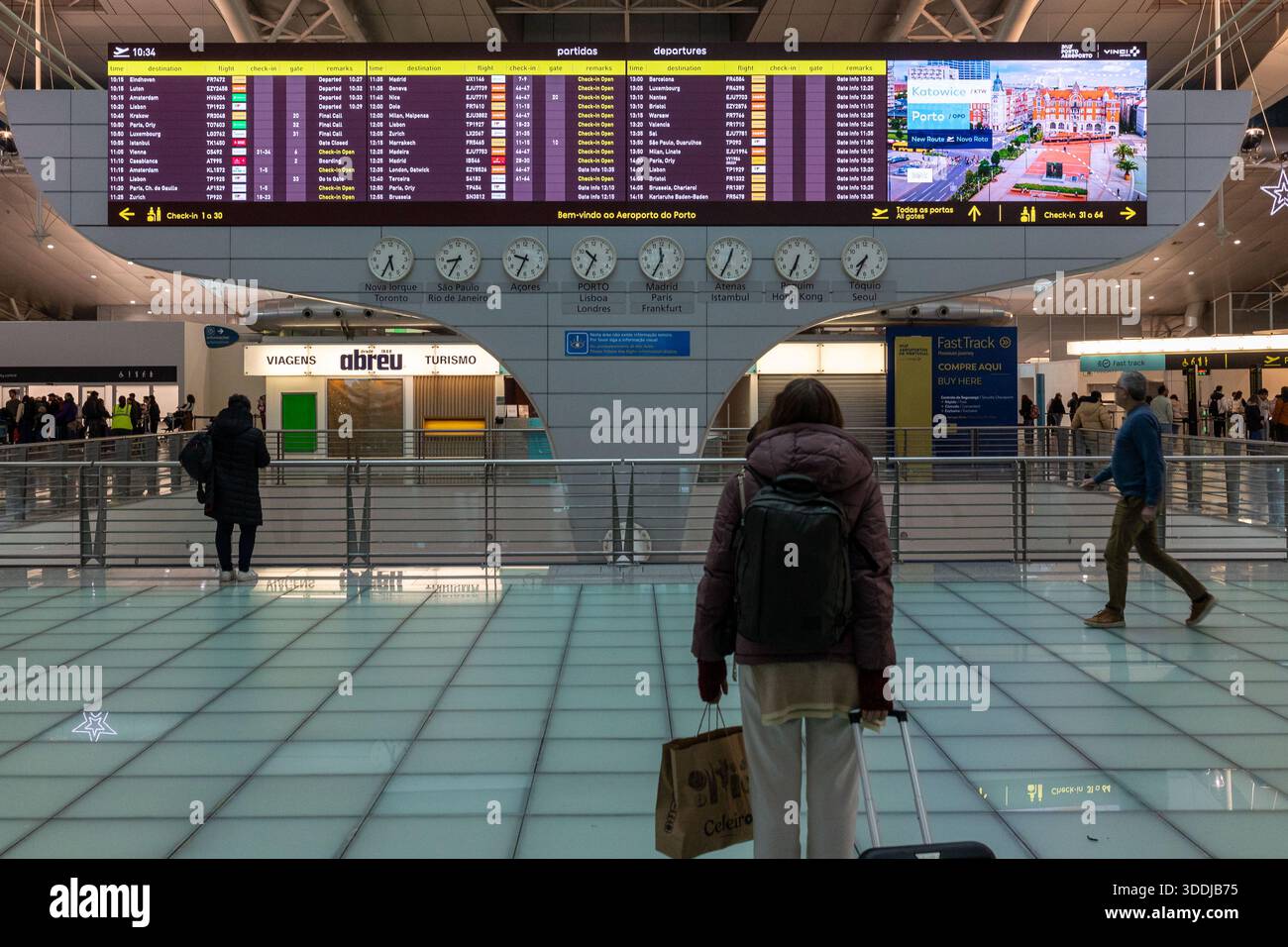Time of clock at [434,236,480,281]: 8:34
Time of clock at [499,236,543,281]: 9:34
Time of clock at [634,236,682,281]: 11:34
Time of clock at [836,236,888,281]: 7:34
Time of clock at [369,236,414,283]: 5:34
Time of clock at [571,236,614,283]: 10:34
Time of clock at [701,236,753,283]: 12:34
